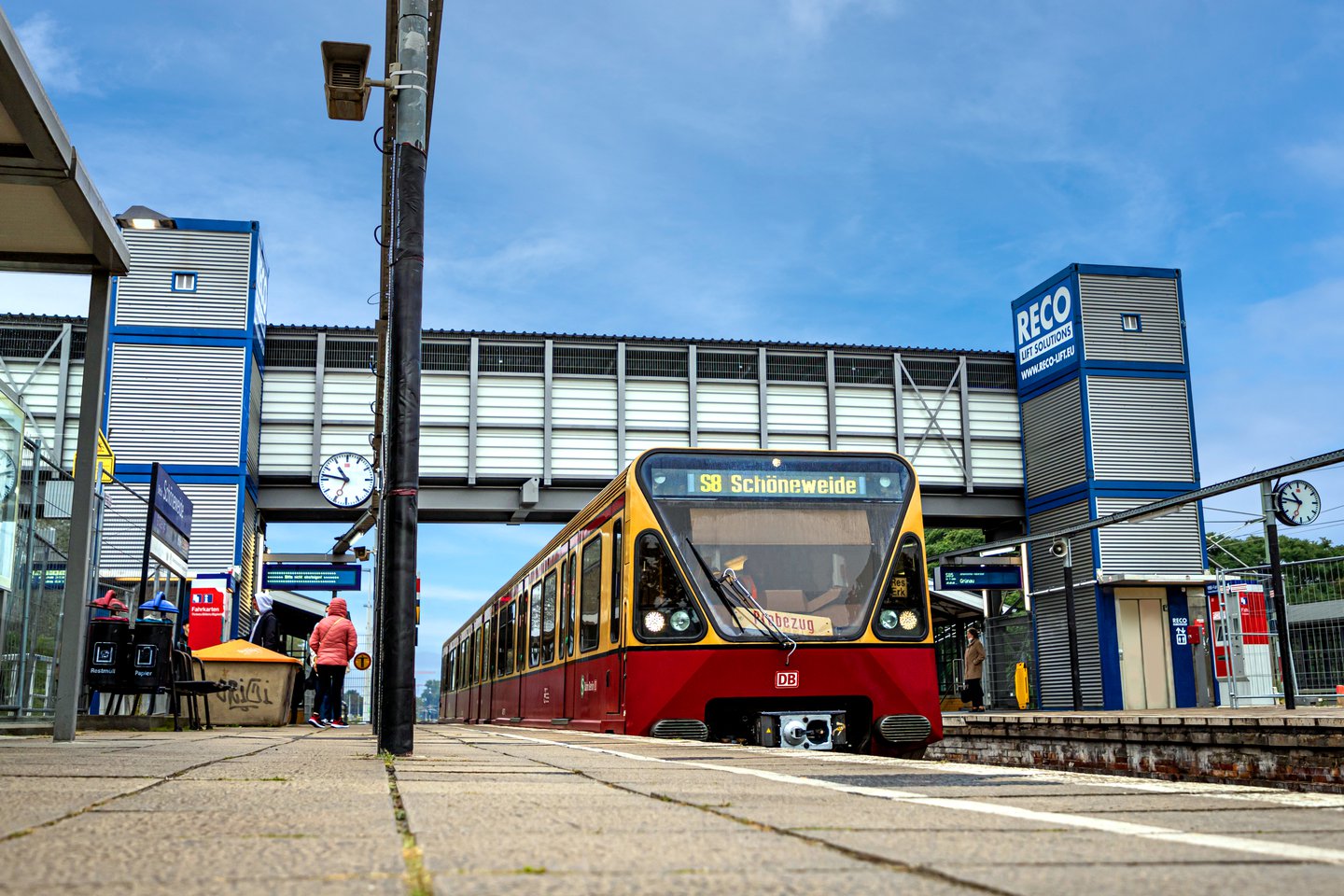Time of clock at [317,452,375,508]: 10:46
